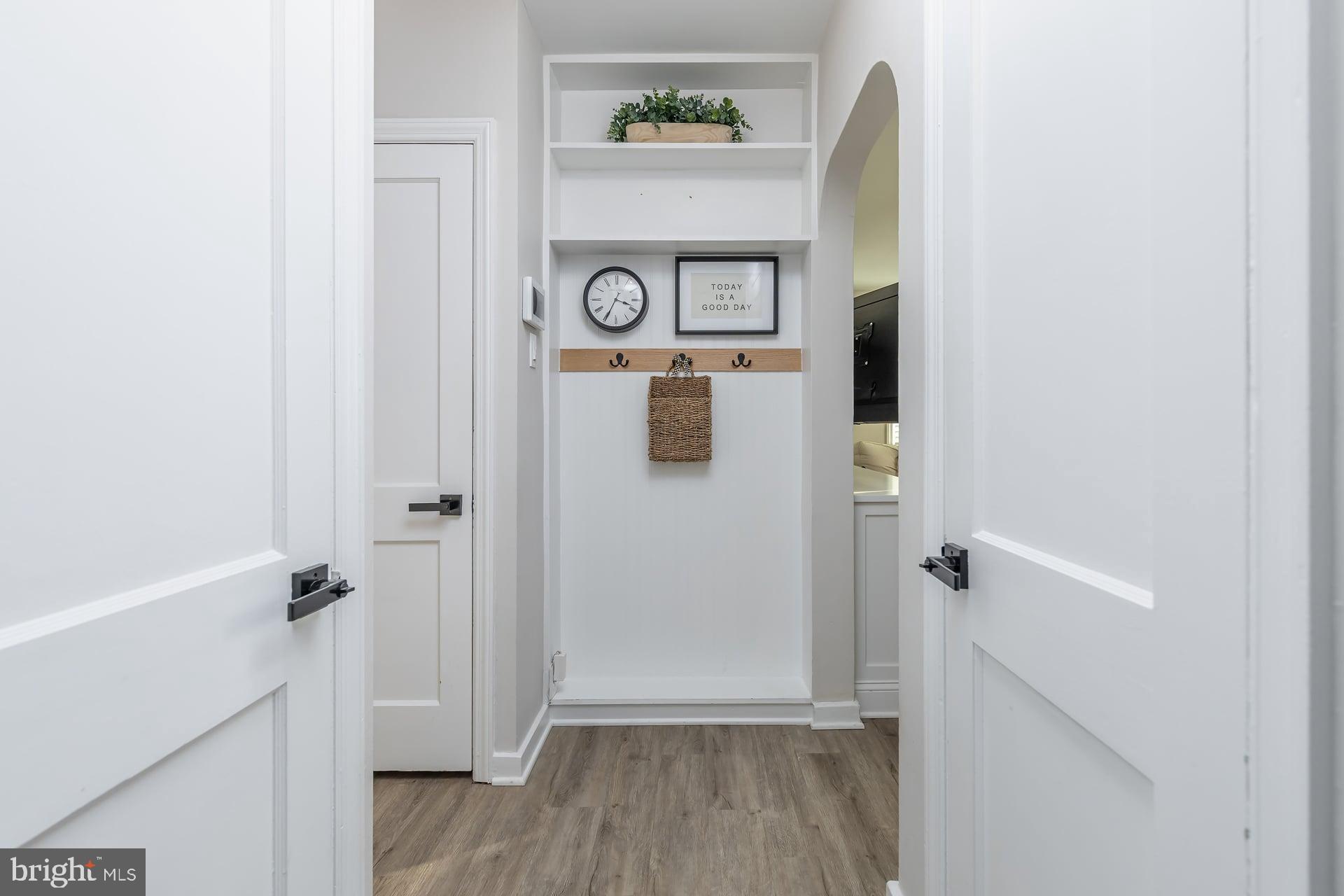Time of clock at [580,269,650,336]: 3:34
